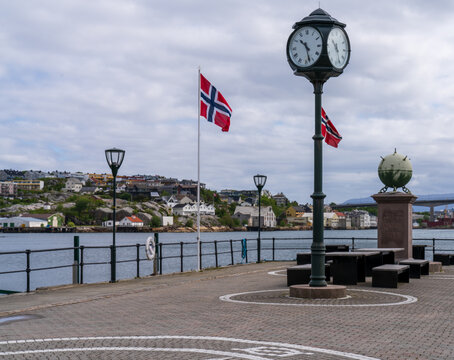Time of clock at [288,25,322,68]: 10:27
